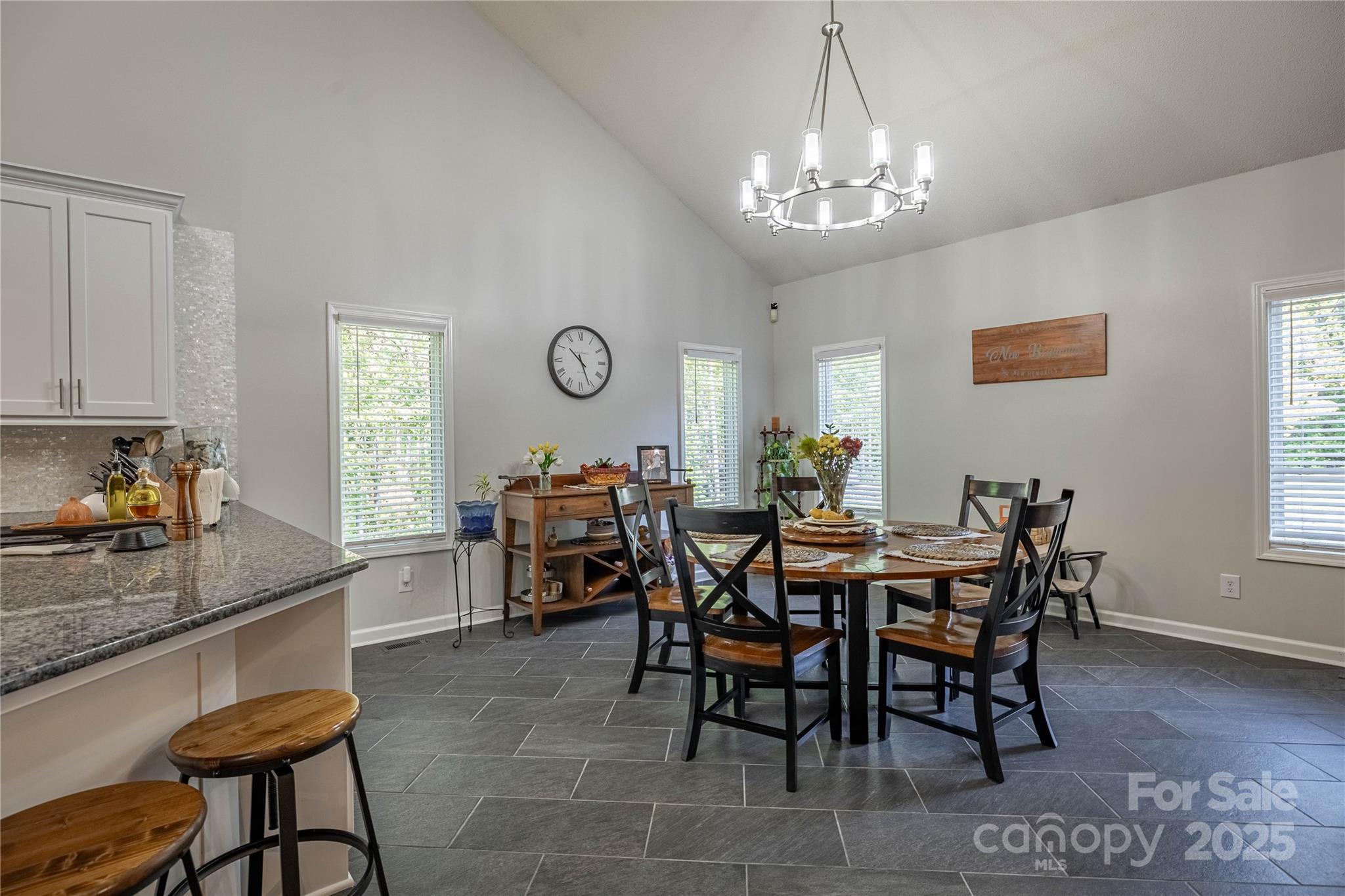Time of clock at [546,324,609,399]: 10:26
